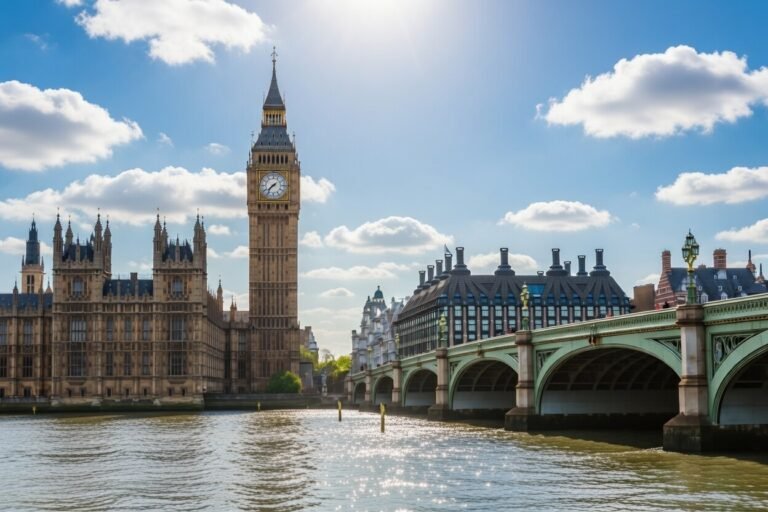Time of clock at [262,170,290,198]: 7:37
